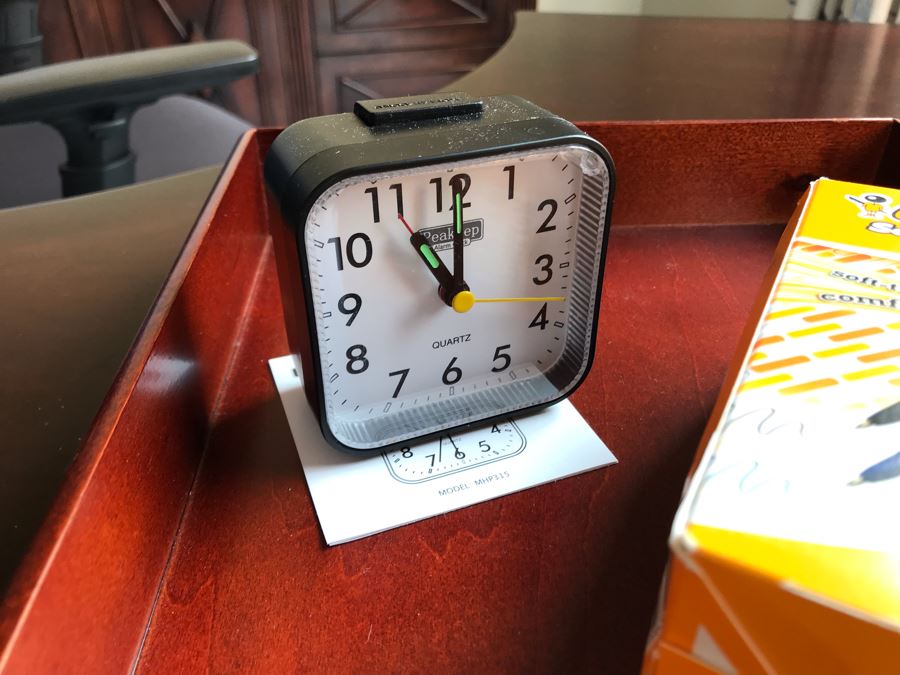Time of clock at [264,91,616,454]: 11:00
